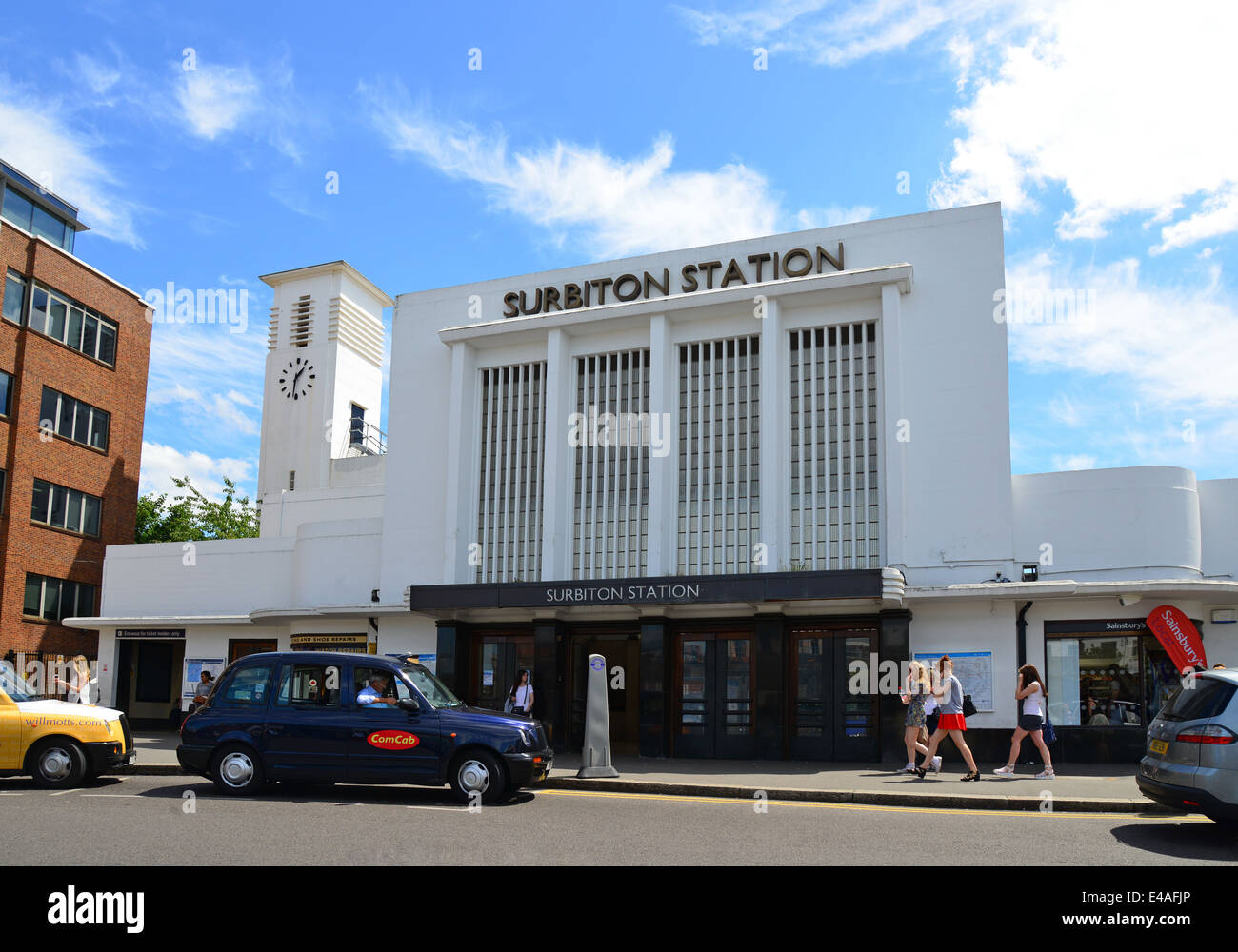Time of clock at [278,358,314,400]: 1:31
